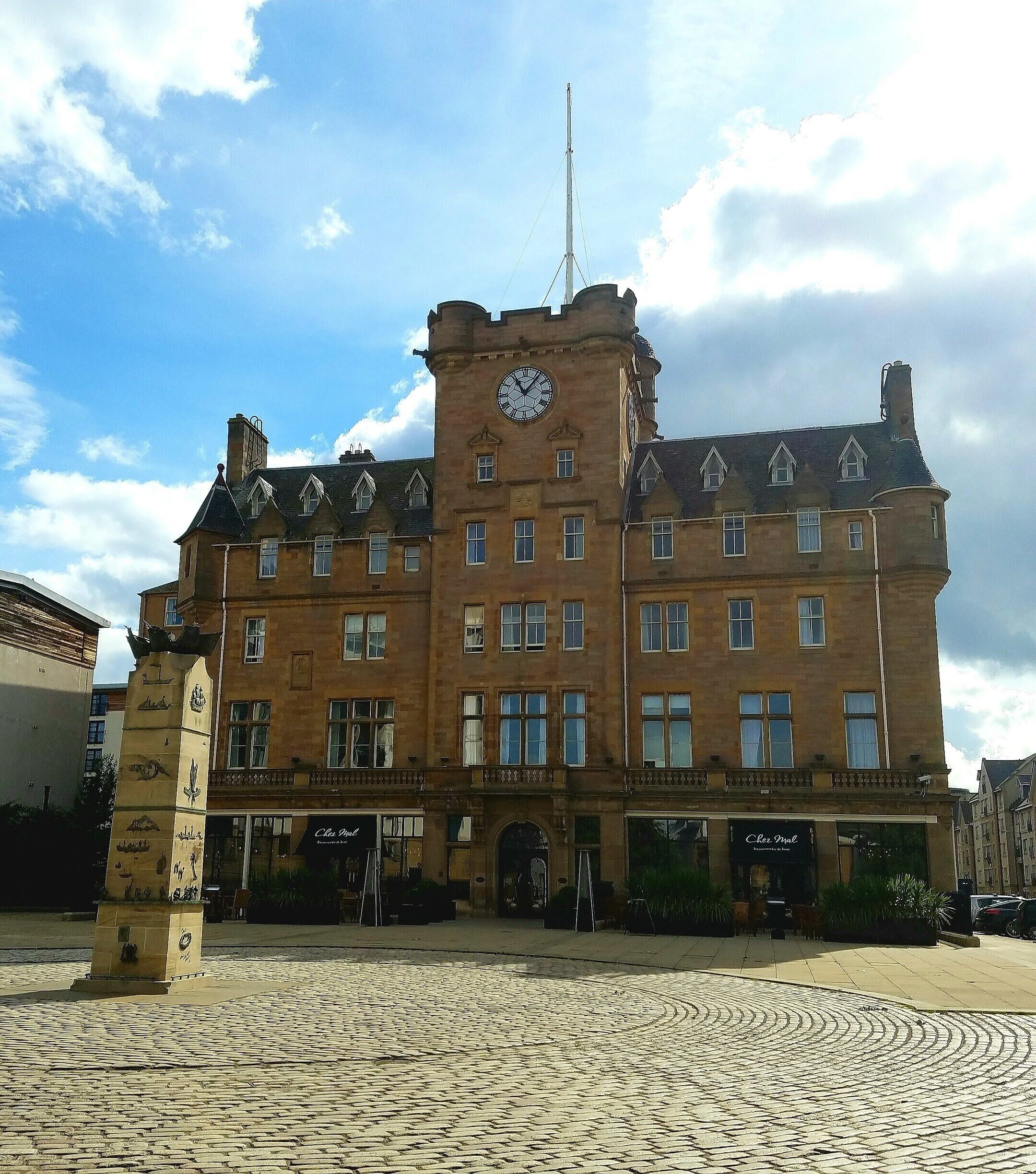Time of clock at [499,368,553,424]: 11:06
